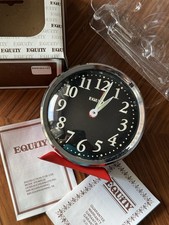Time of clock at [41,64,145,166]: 1:02
